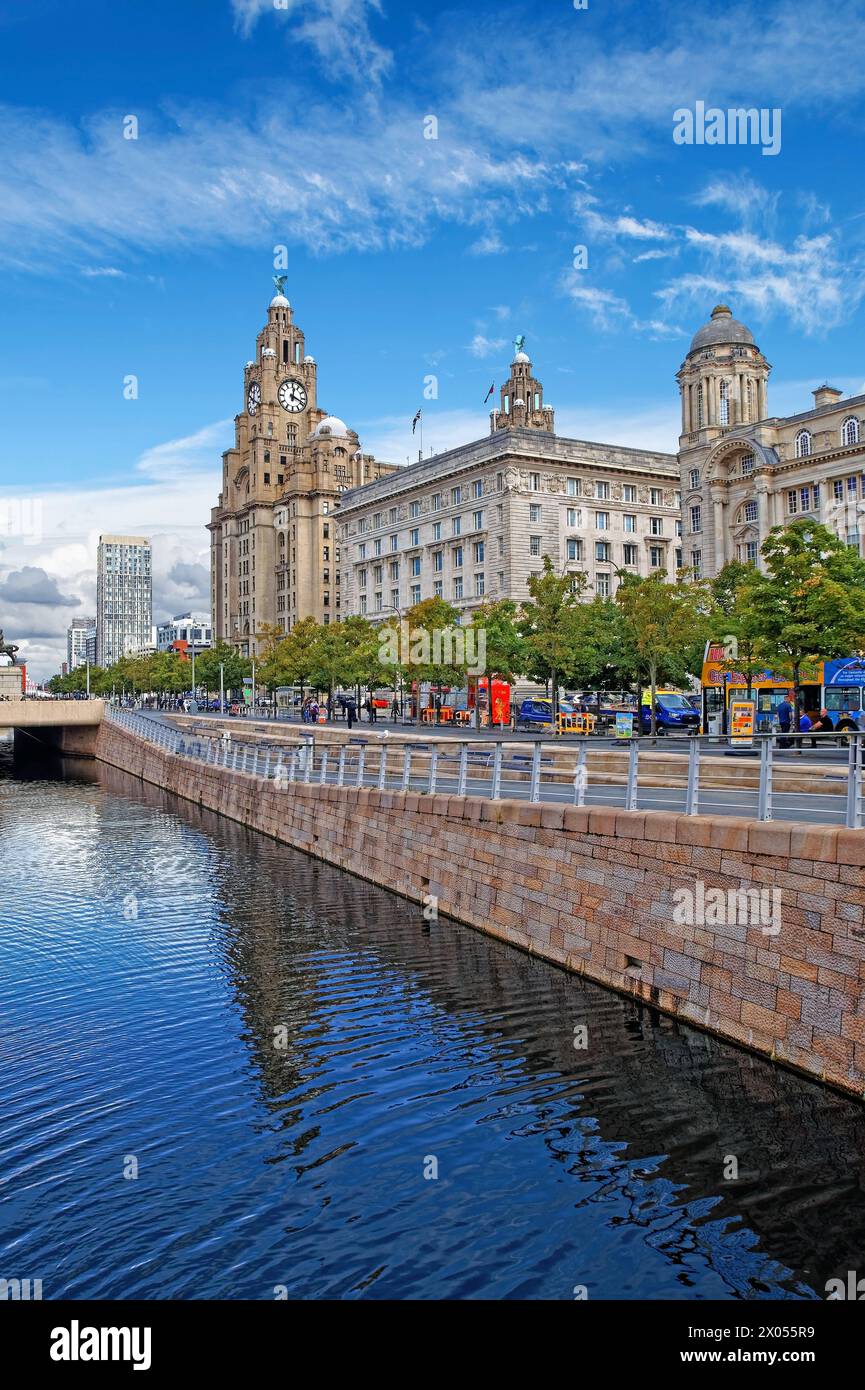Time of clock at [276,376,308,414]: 12:18
